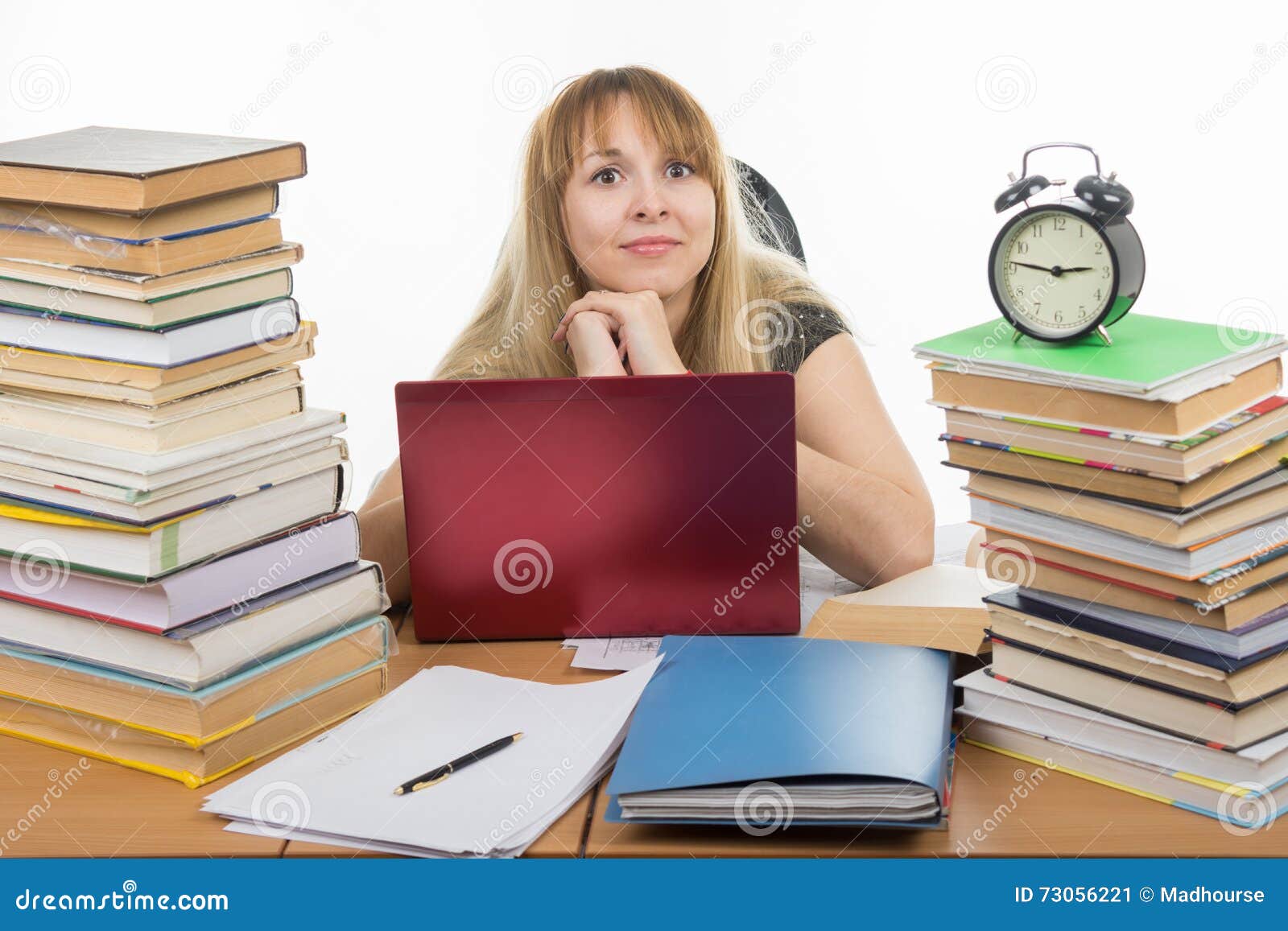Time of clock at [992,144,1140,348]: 2:46
